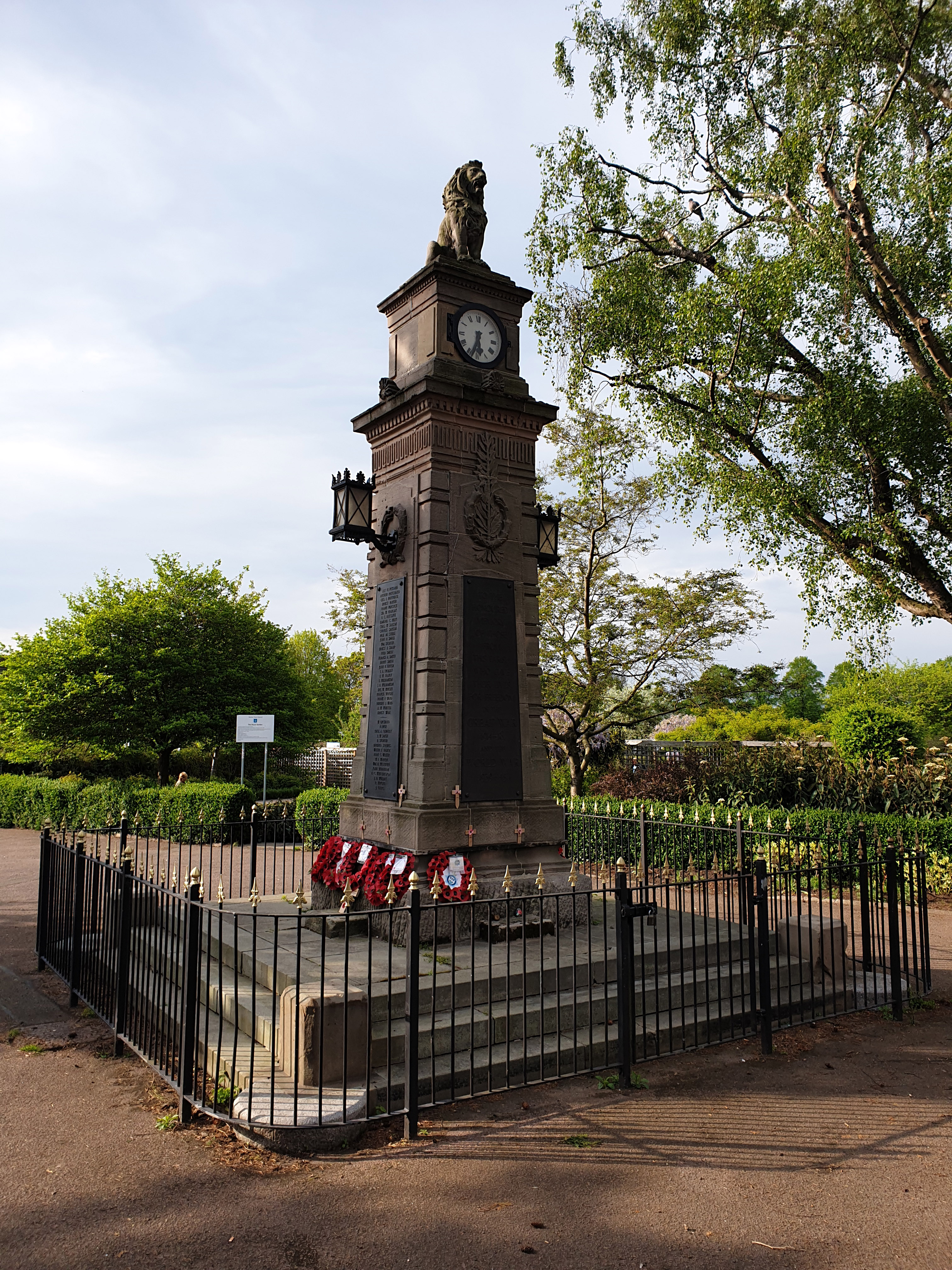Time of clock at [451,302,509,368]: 5:33
